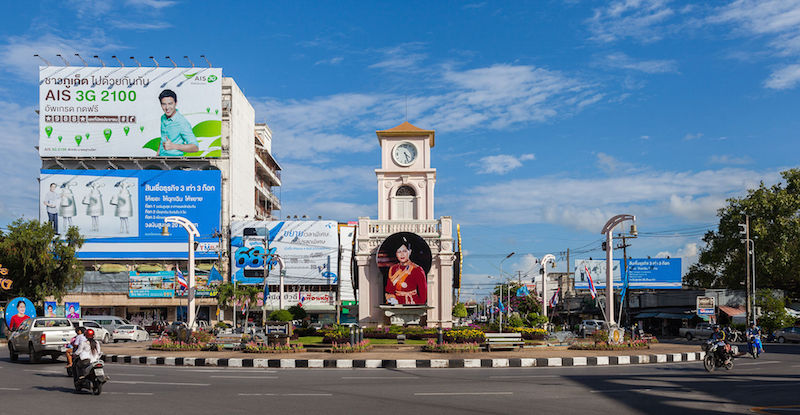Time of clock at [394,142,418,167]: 4:27
